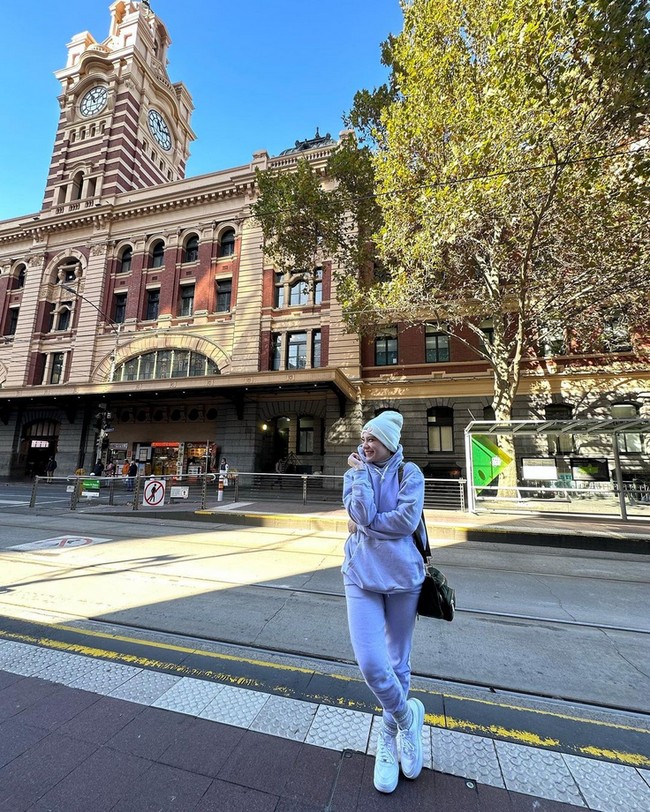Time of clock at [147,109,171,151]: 12:14
